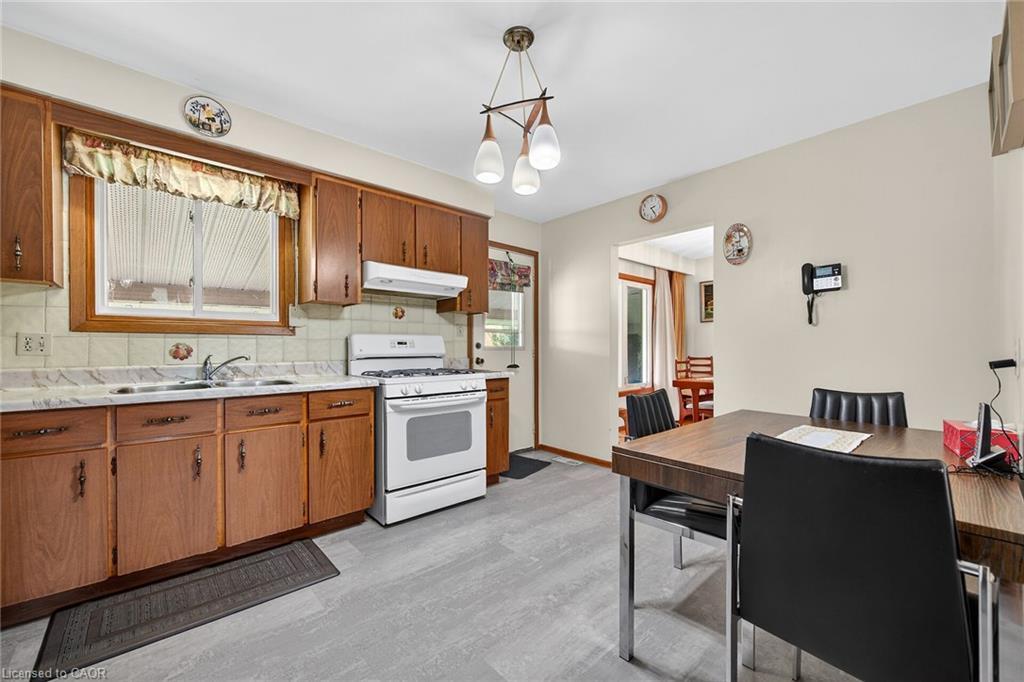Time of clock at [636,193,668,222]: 2:24
